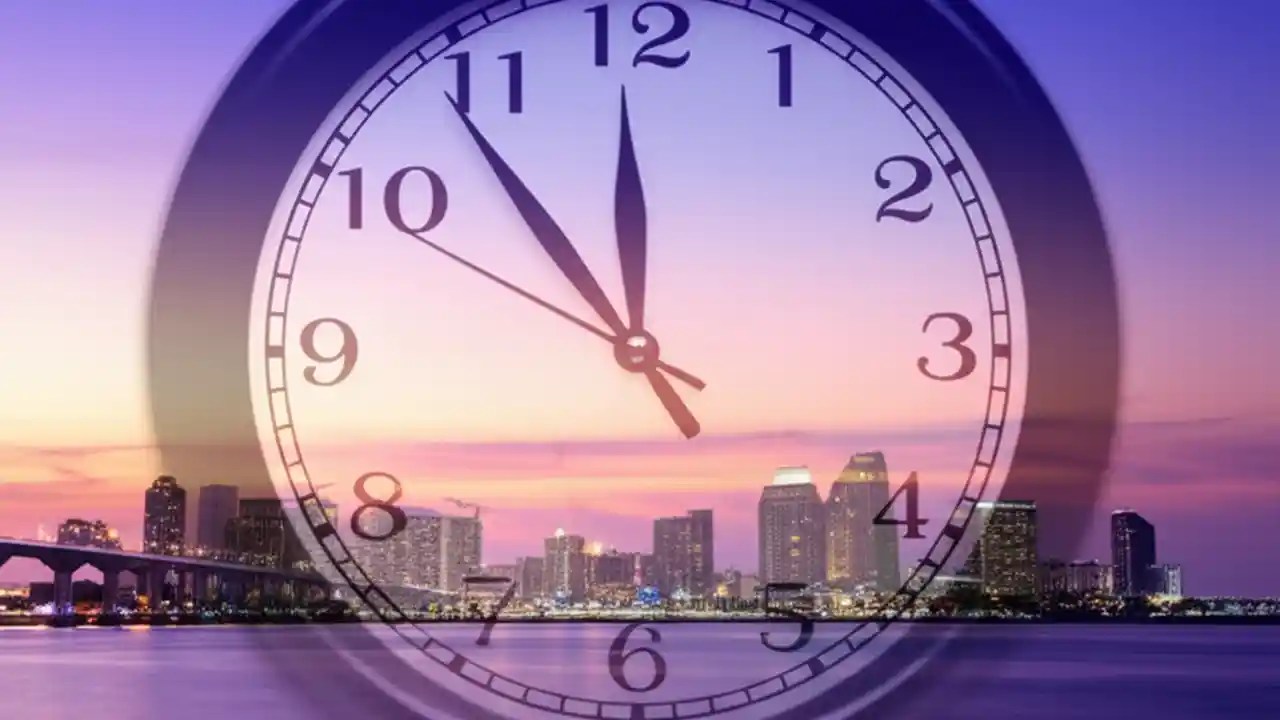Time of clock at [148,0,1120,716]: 11:53
